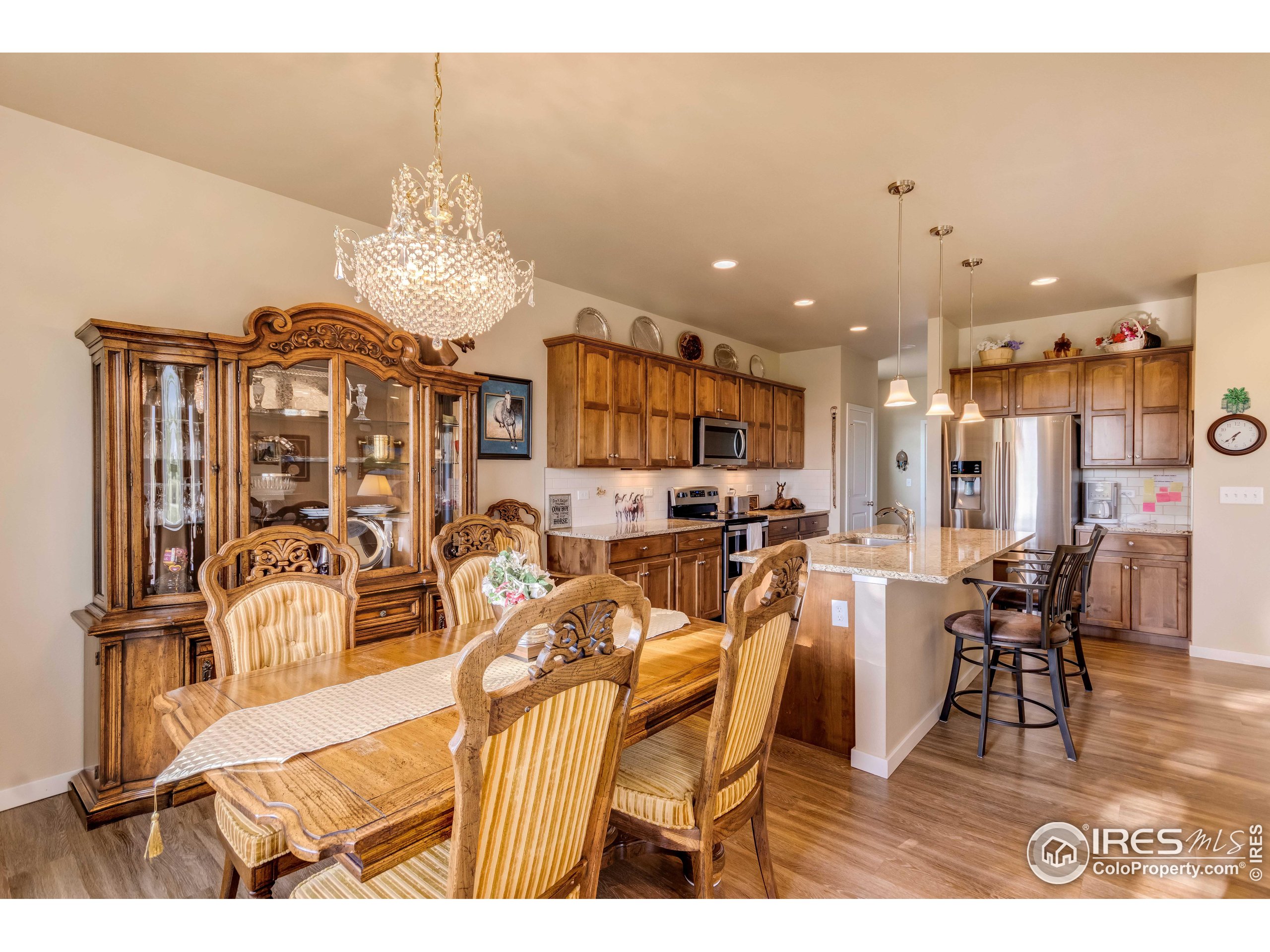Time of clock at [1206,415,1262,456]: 6:37
